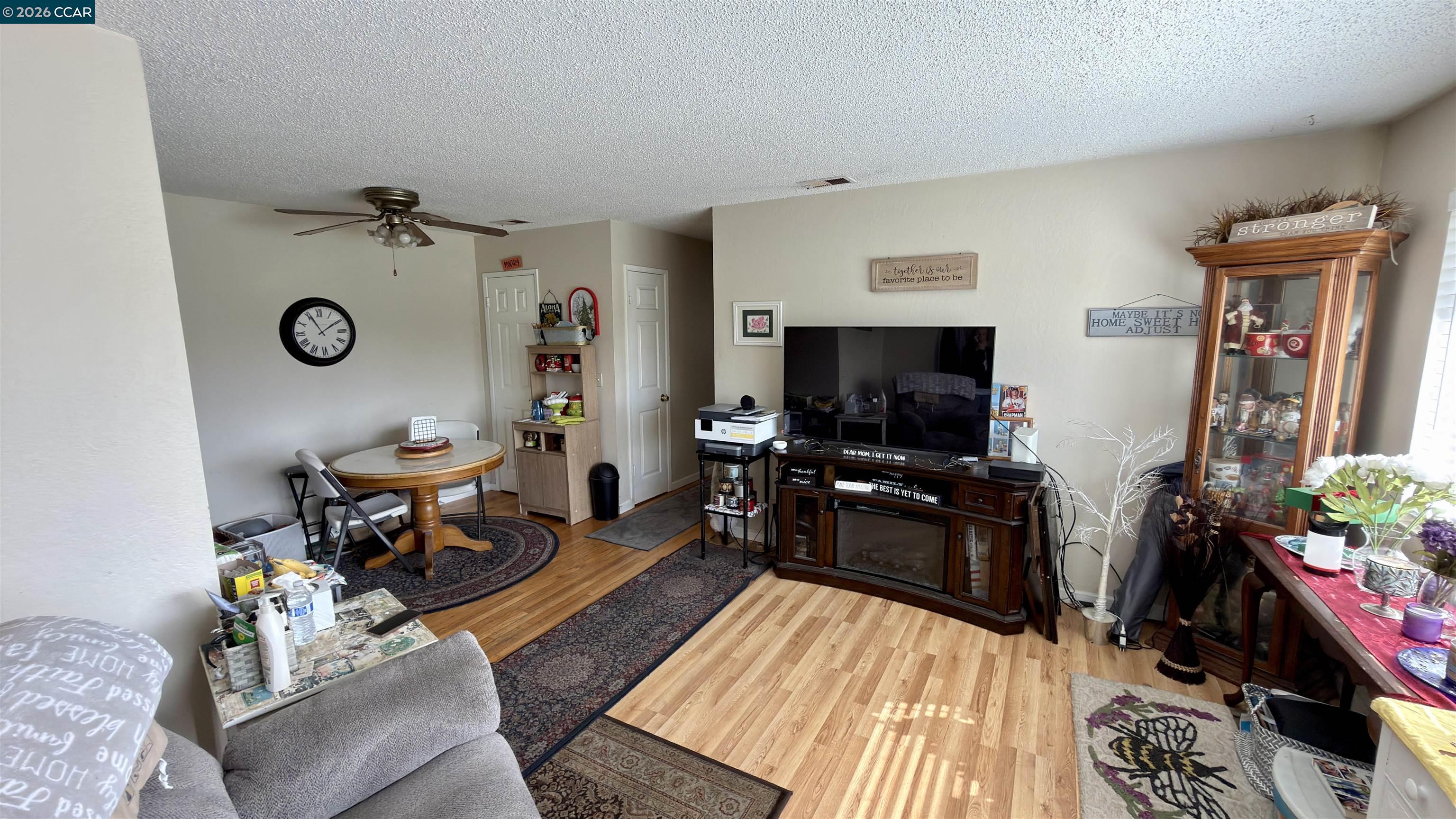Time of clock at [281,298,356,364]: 1:55
